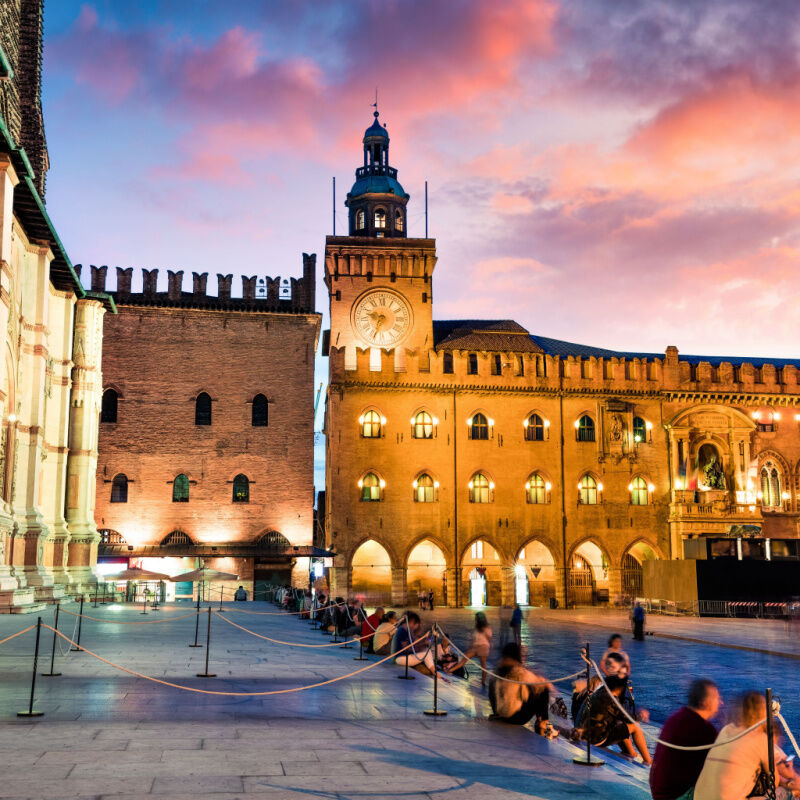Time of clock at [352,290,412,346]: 9:33
